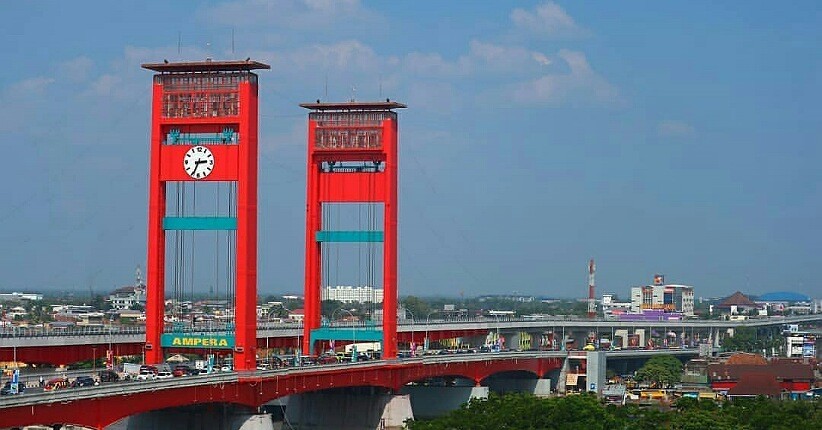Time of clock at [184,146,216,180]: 2:34
